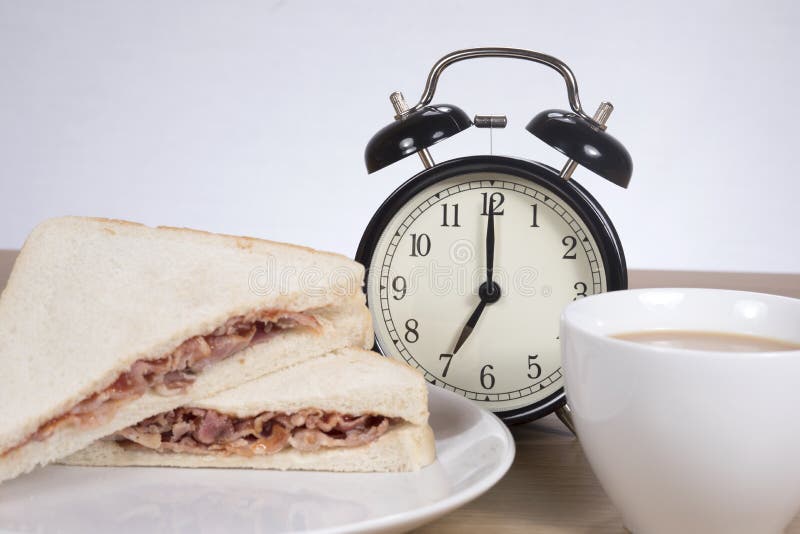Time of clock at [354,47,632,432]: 7:00
